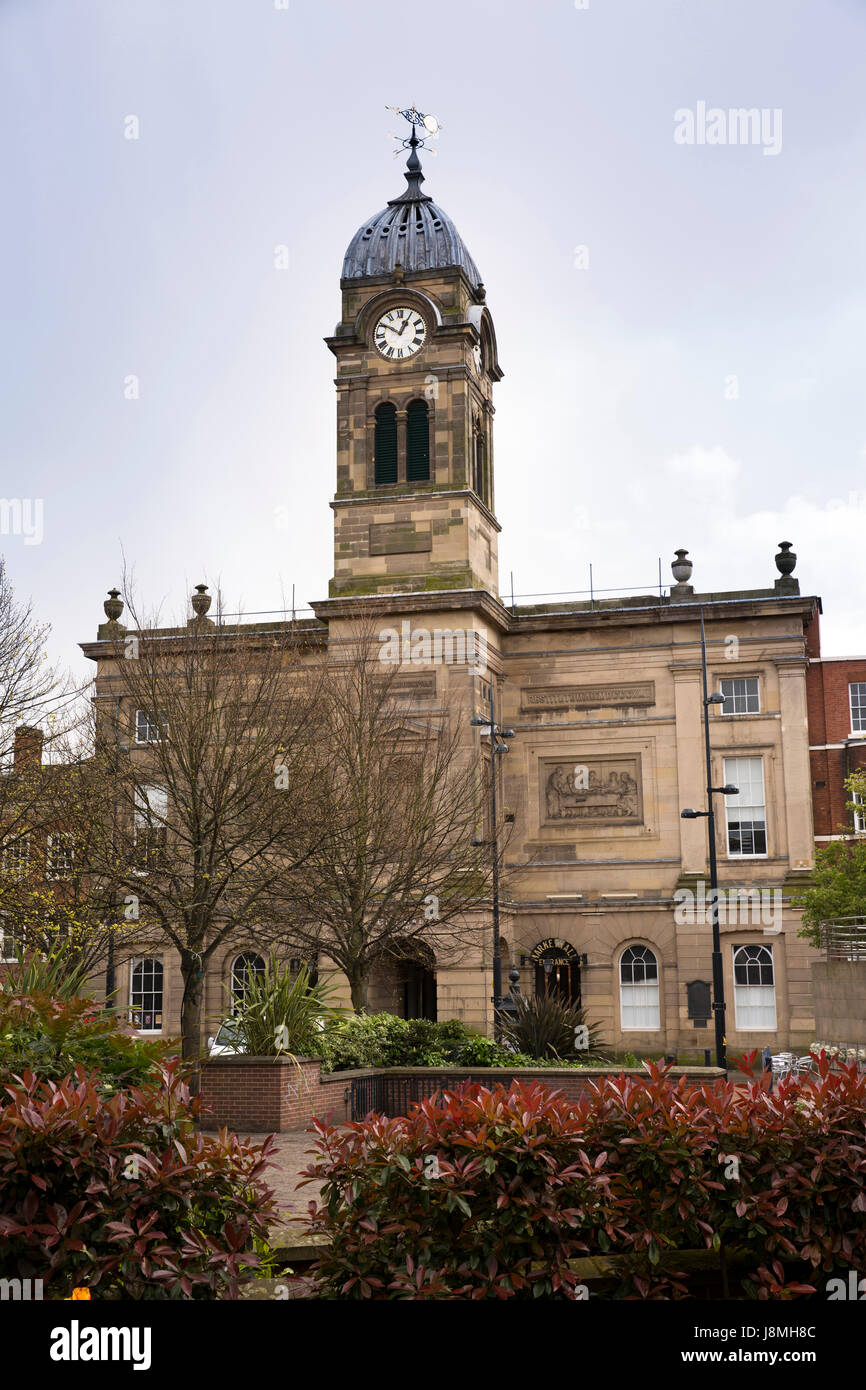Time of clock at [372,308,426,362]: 12:50
